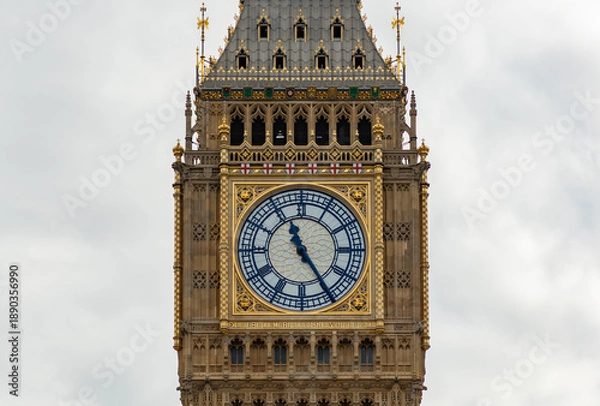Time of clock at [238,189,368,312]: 11:24
